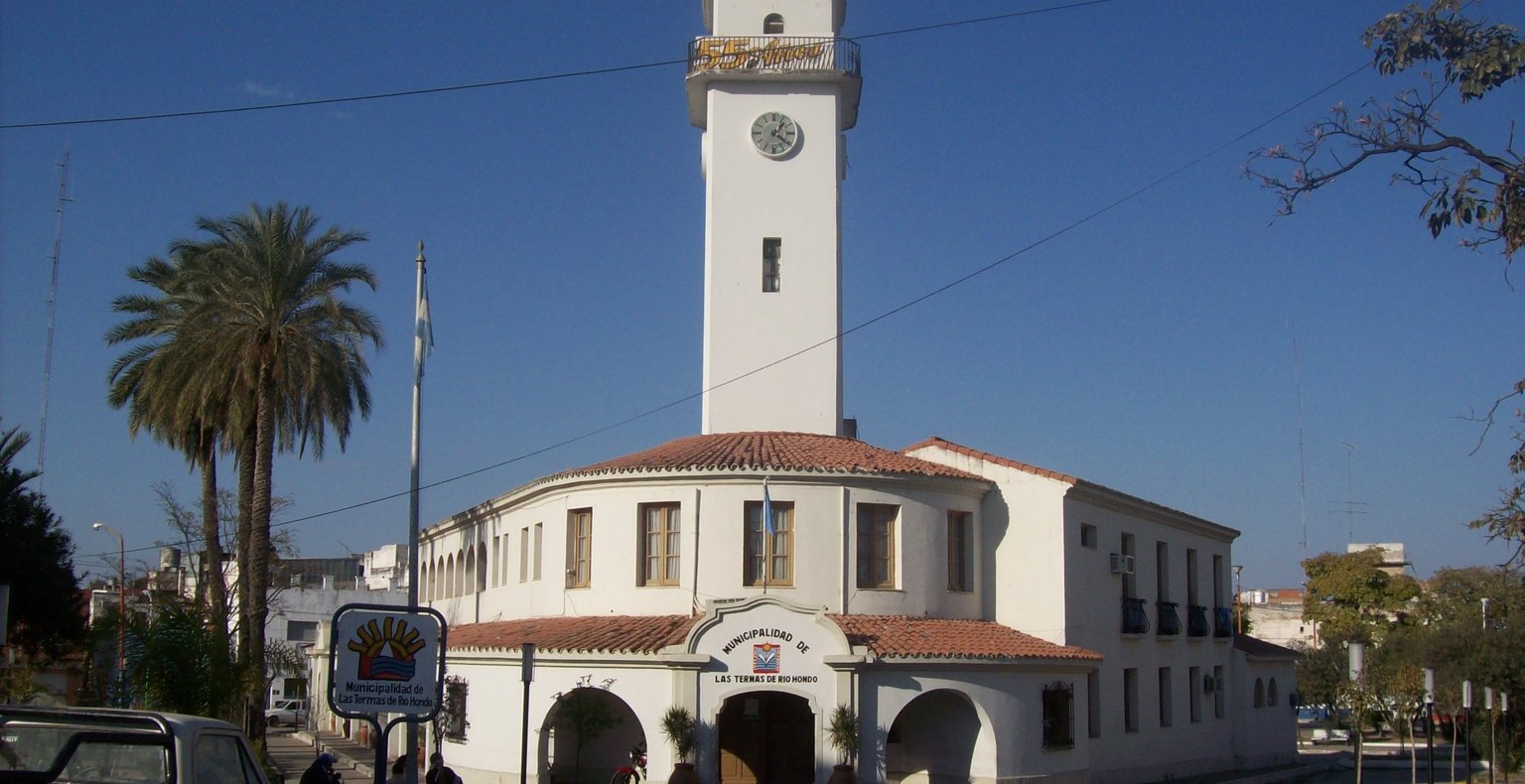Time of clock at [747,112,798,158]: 1:21
